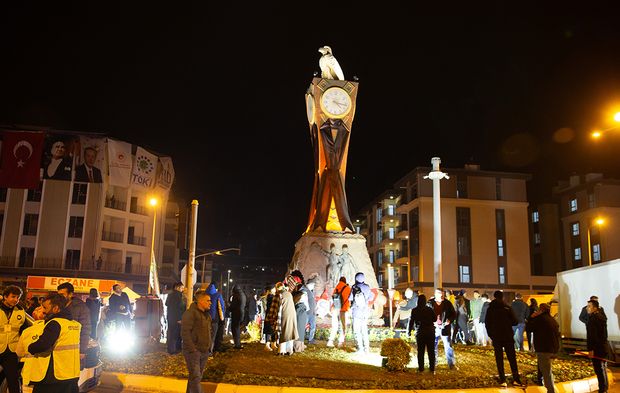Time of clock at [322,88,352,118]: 4:16
